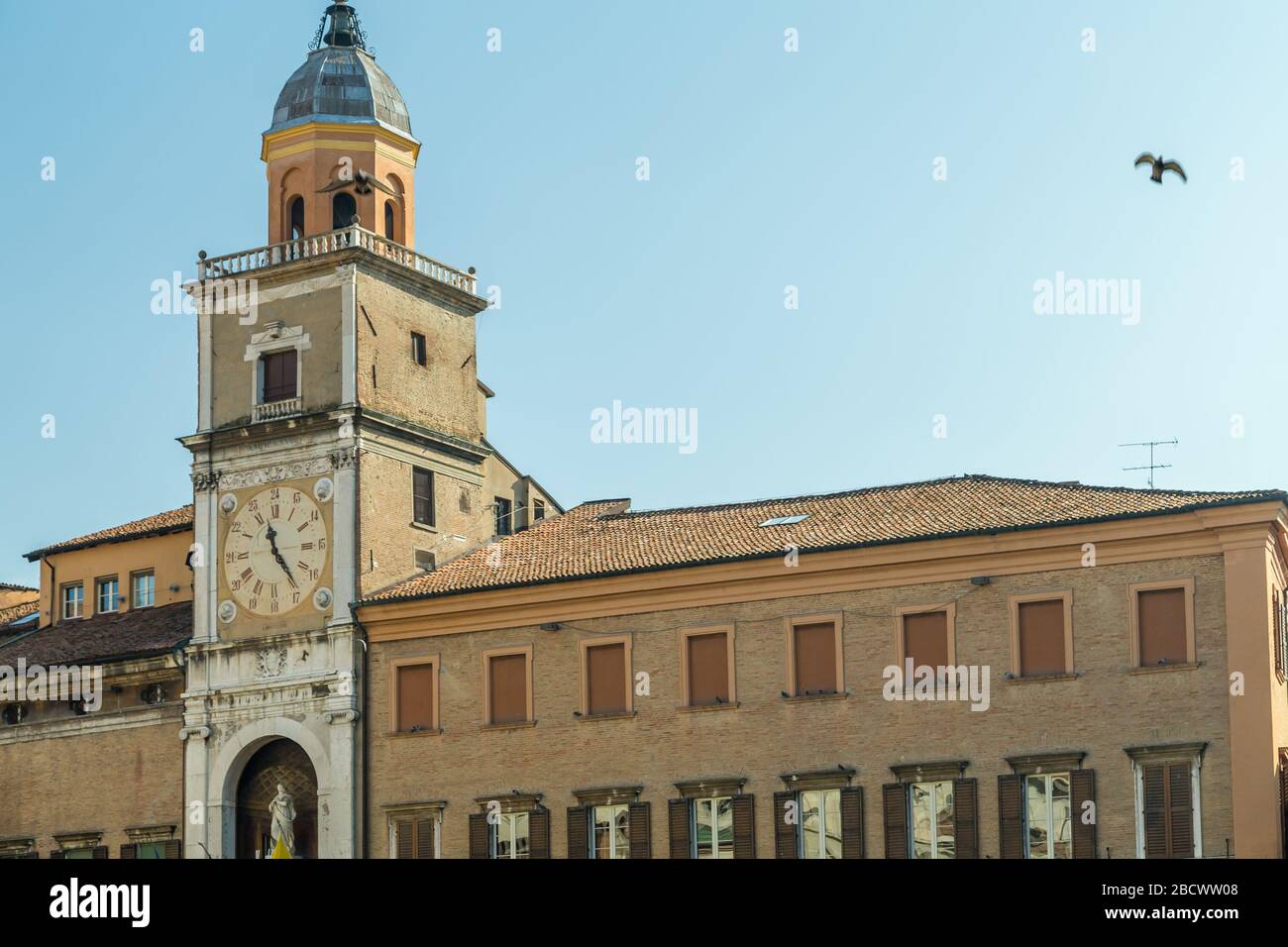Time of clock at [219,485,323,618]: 11:23
